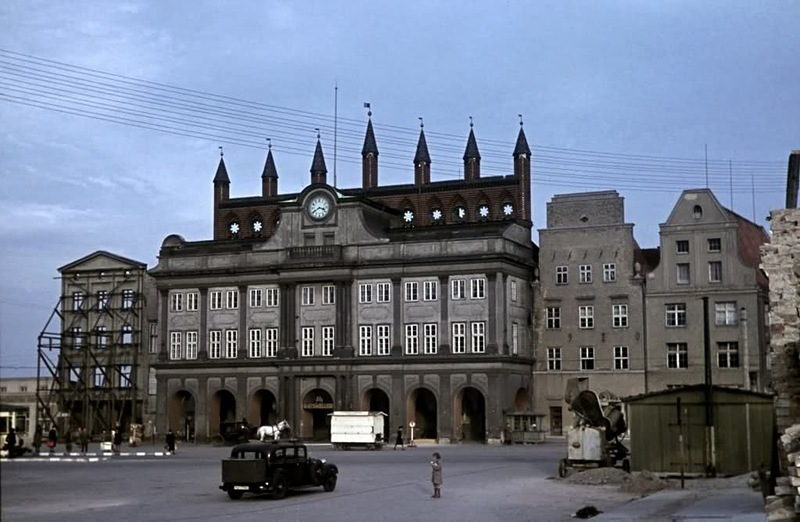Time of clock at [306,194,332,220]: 3:40
